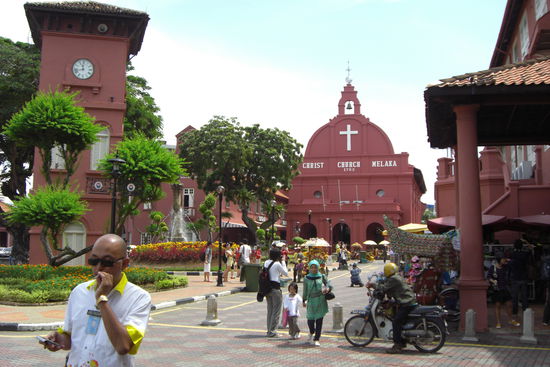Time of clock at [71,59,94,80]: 11:42
